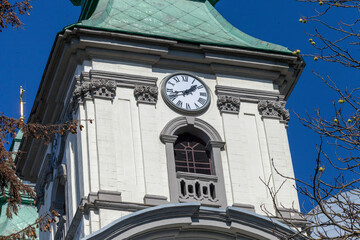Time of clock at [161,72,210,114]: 1:42
